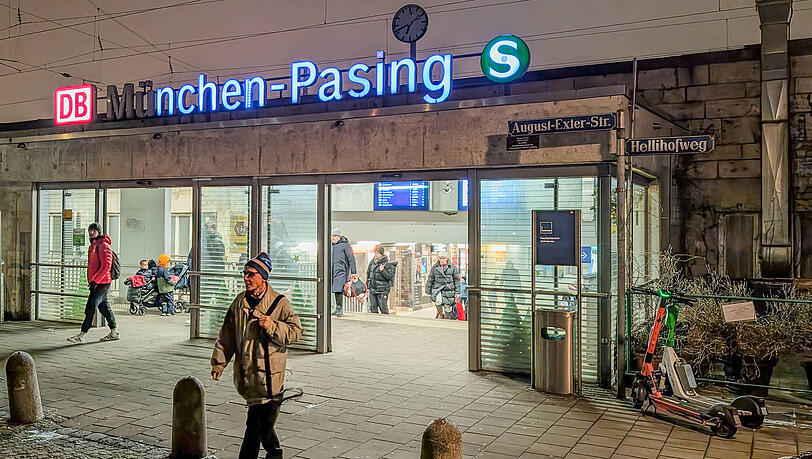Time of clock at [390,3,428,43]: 6:41
